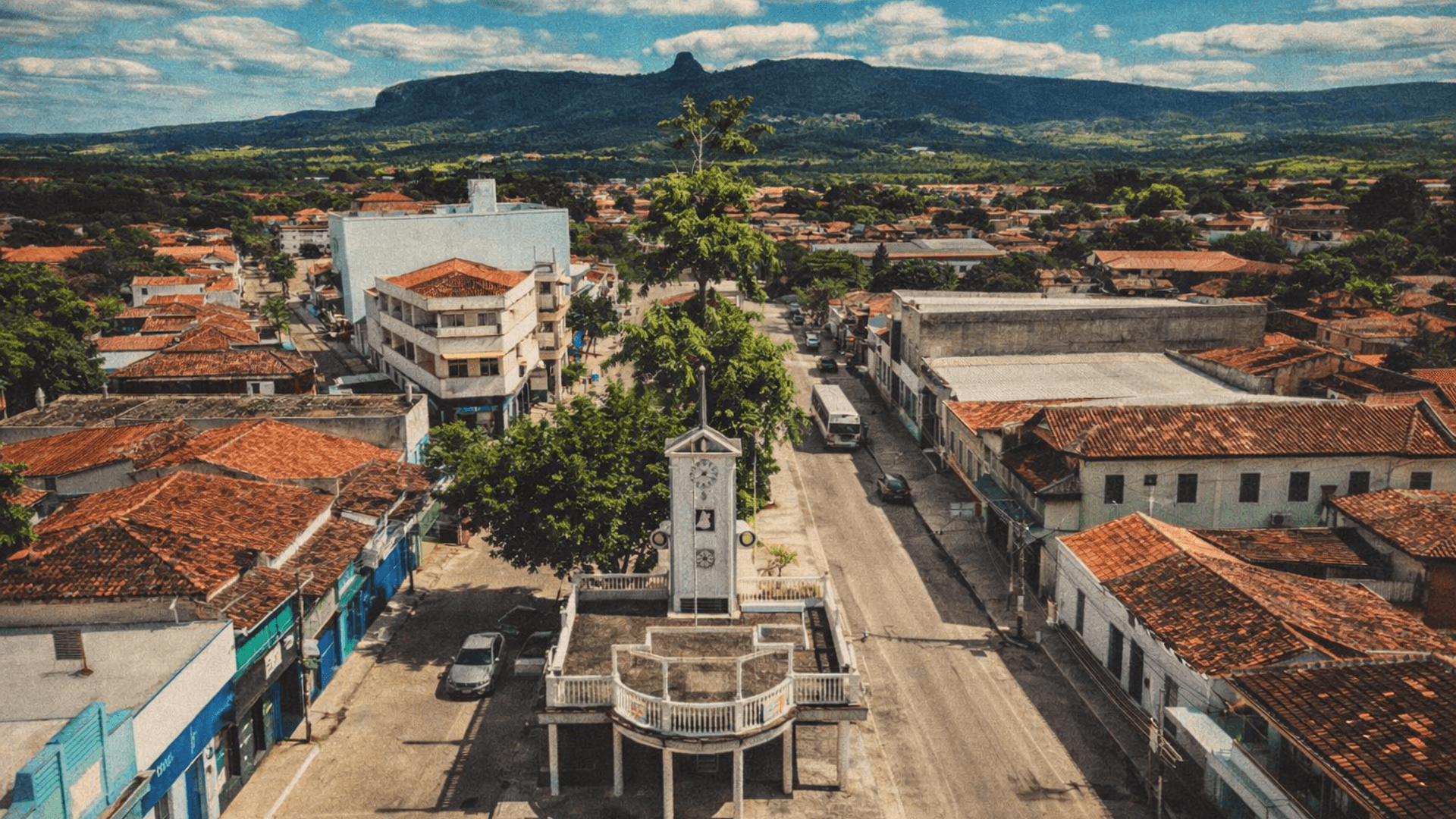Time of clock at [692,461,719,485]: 7:53
